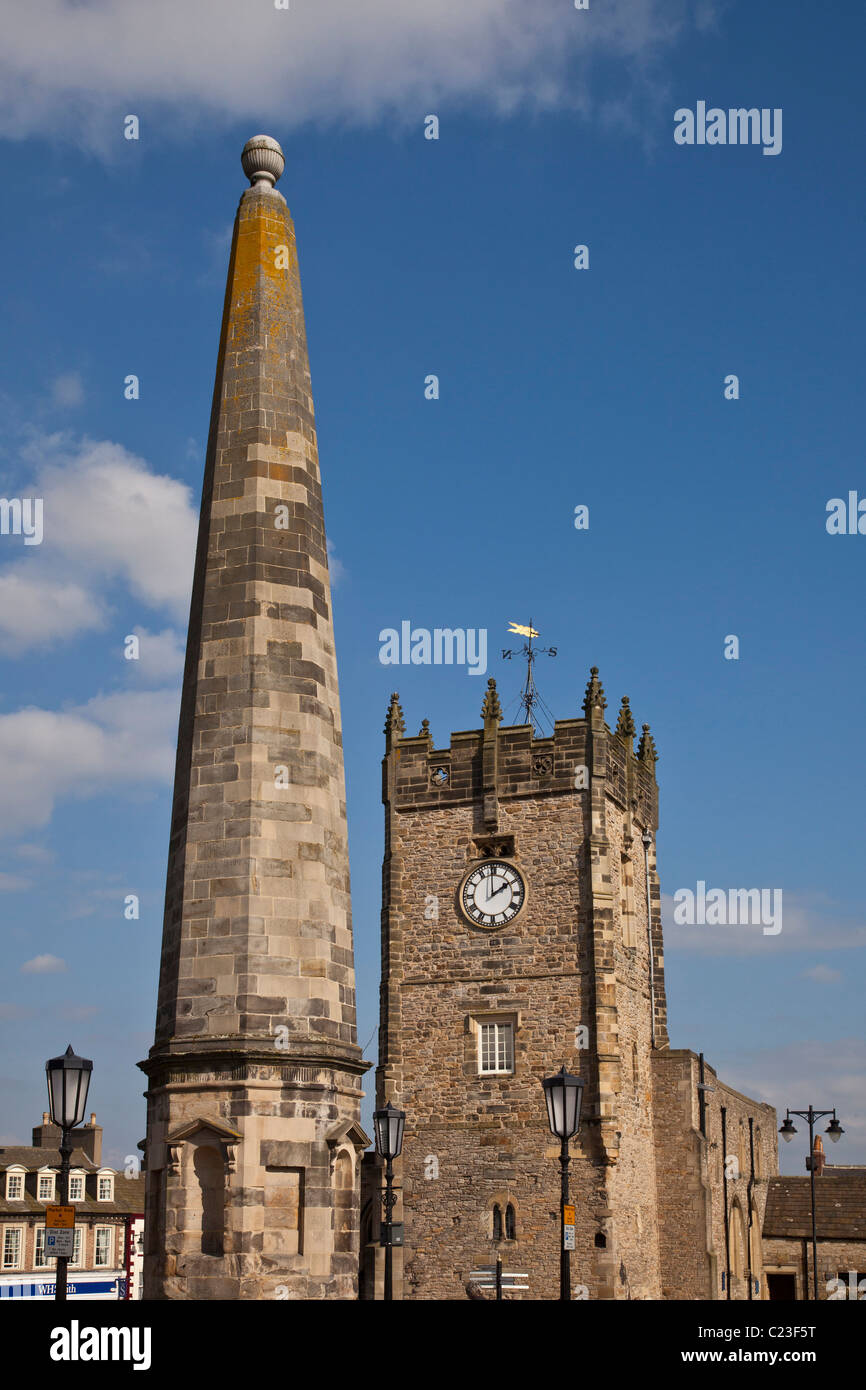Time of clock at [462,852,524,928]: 1:59
